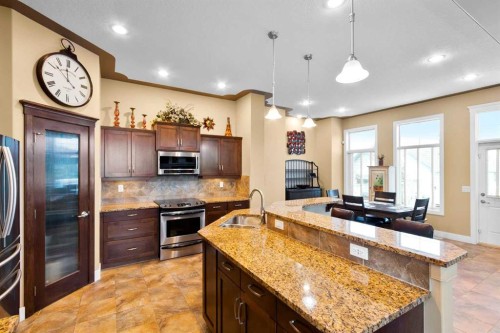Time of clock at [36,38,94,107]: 11:51
